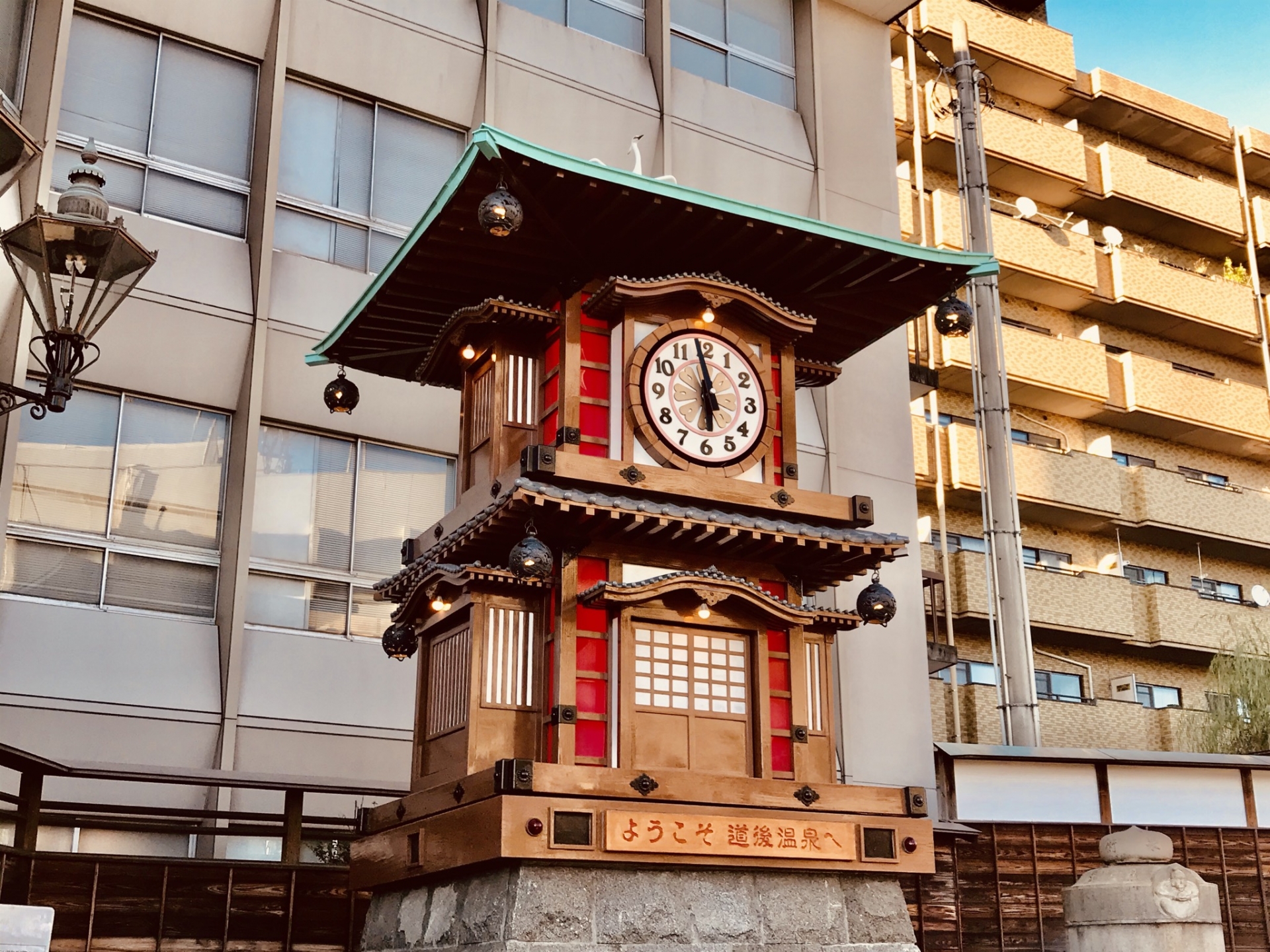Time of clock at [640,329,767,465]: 5:58
